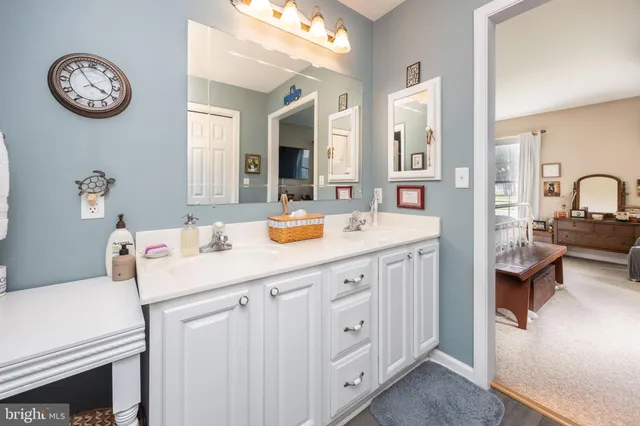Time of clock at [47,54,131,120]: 3:54
